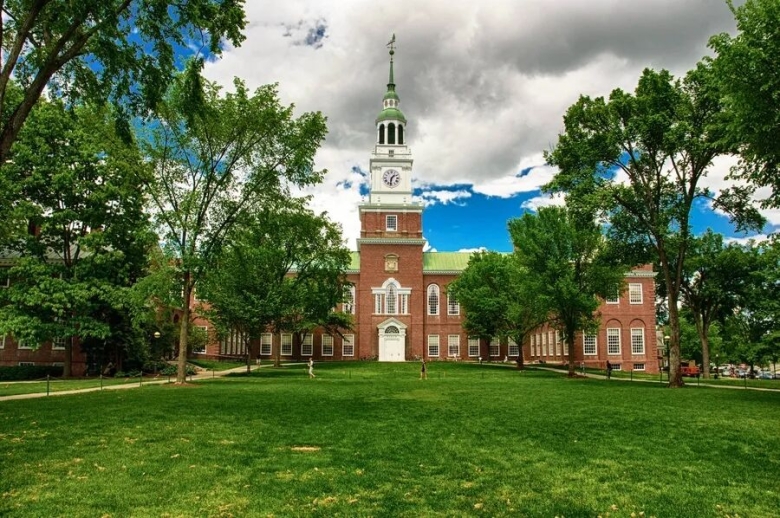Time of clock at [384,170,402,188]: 1:32
